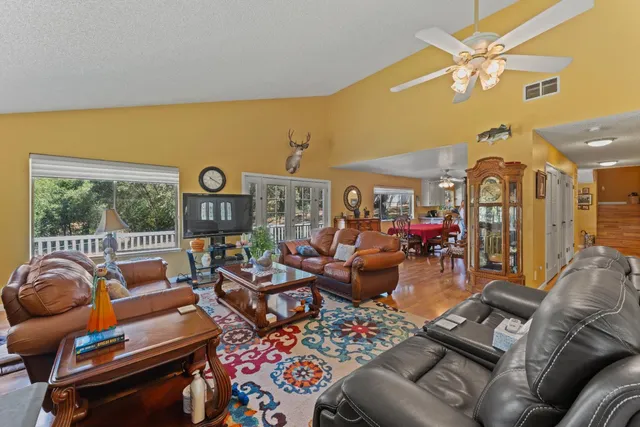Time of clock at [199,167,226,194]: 10:19
